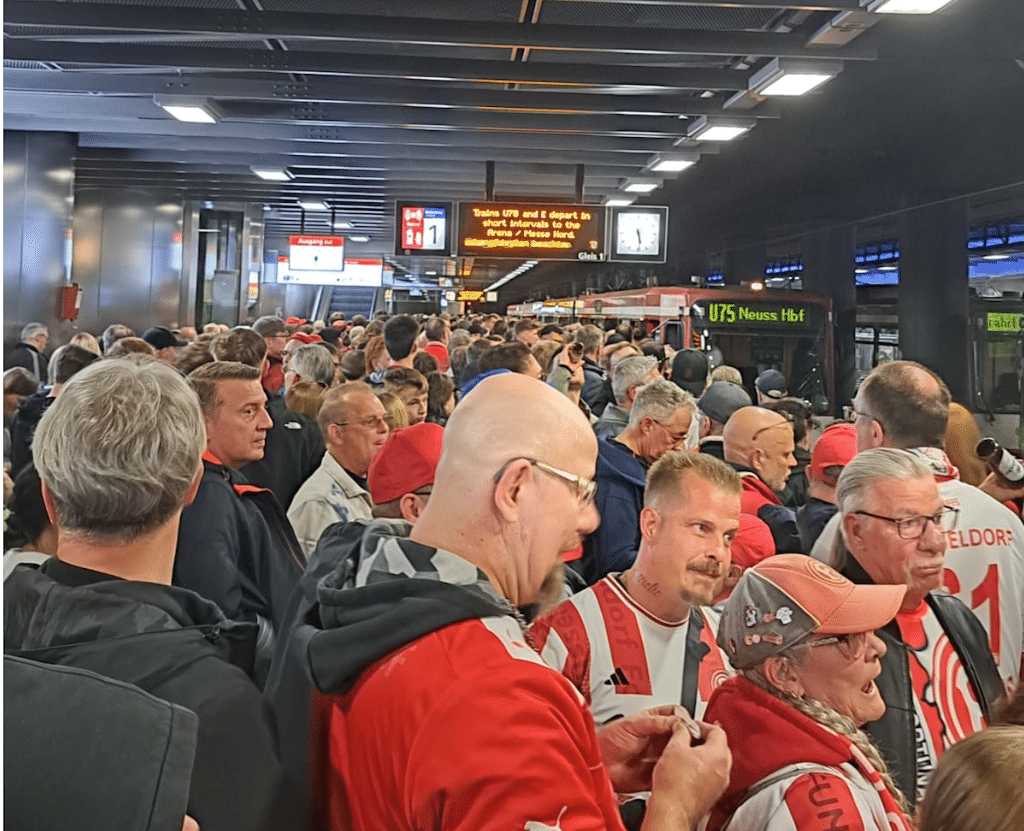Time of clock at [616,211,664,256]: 5:28
